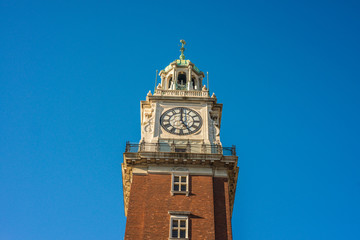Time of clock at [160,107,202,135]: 4:59
